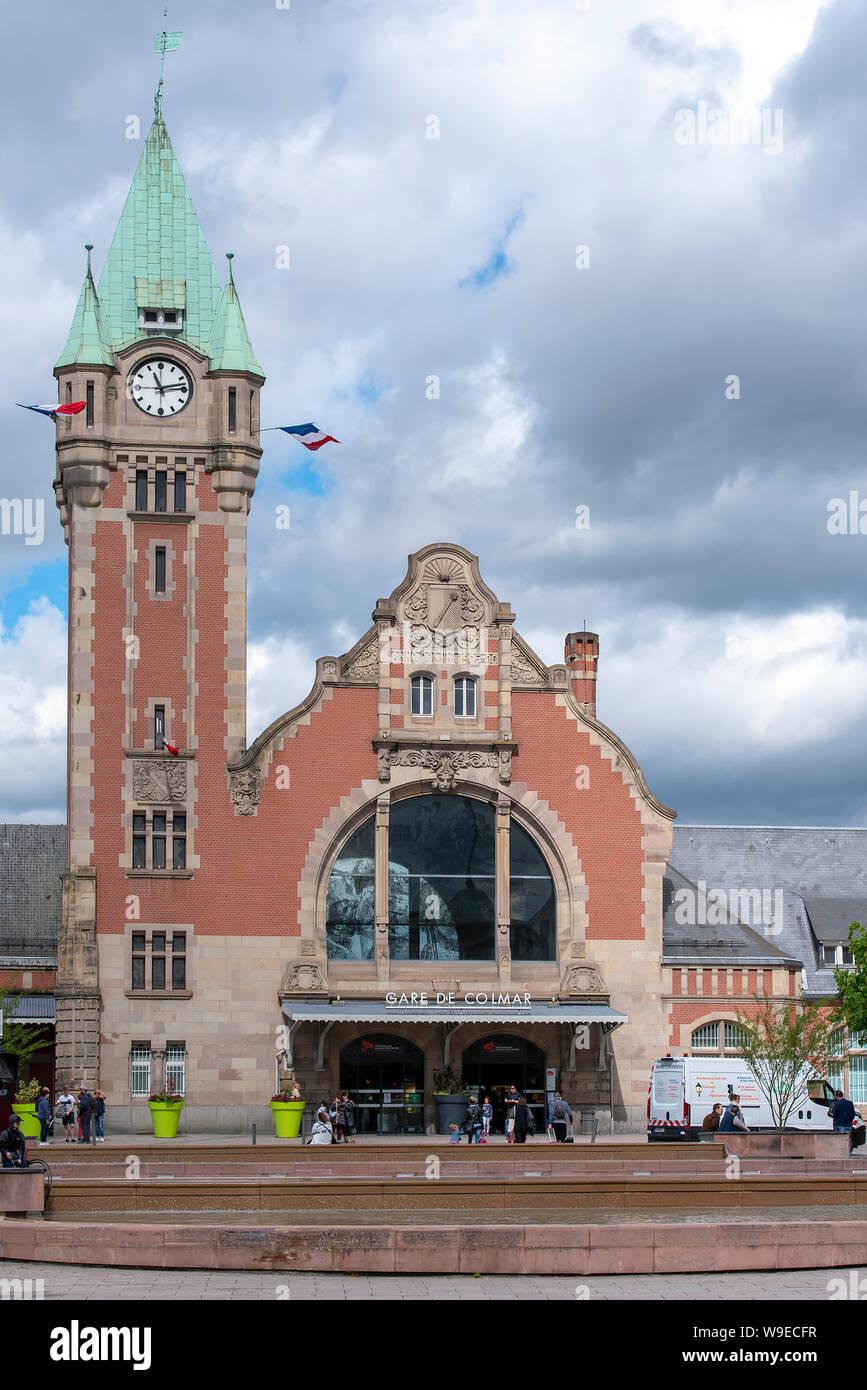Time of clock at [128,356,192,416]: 11:13
